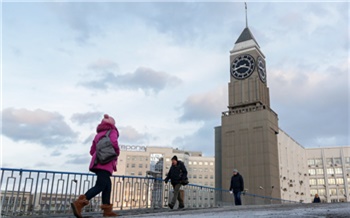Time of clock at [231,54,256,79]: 3:40
